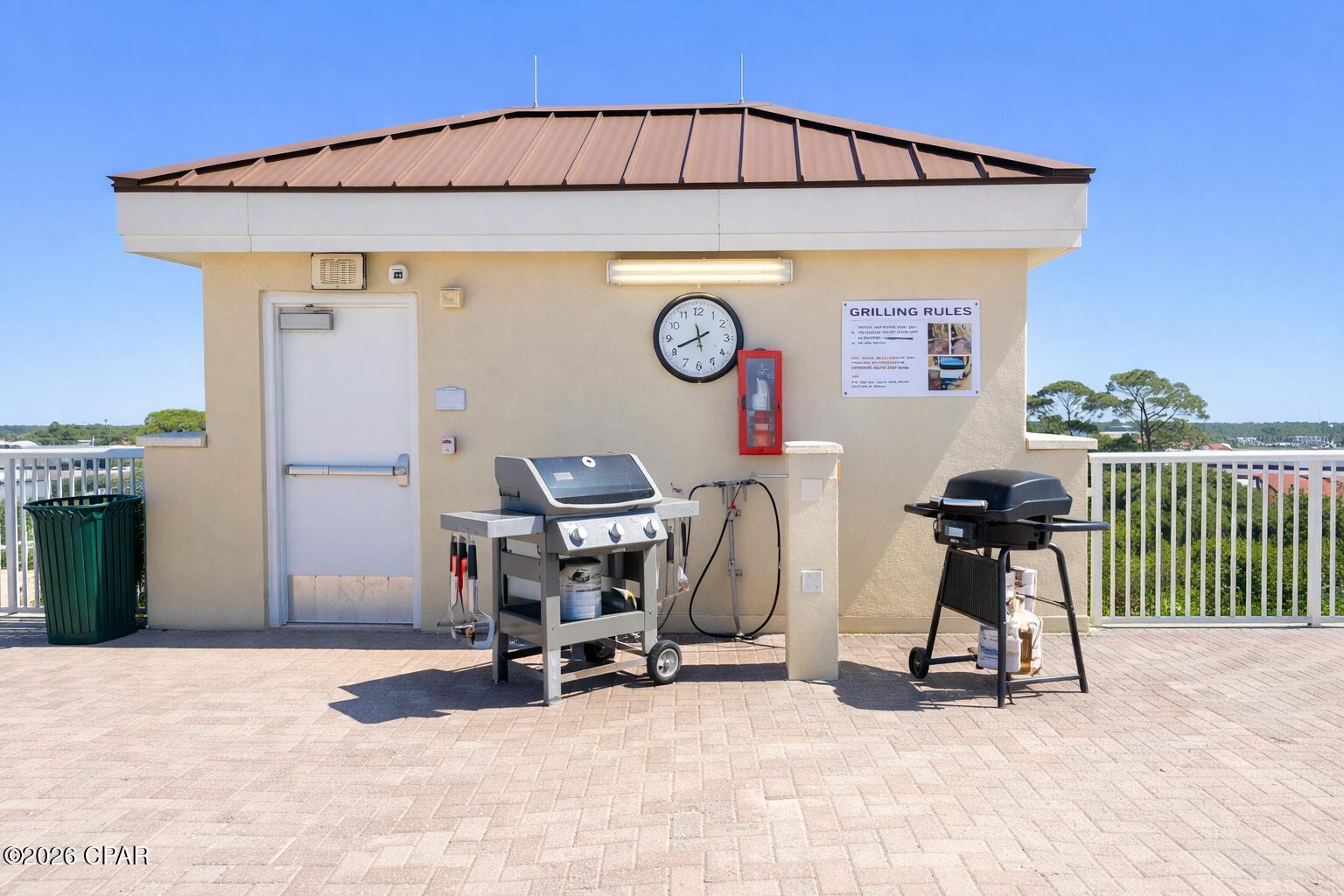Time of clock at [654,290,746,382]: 5:41
